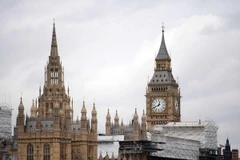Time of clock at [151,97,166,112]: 12:40
